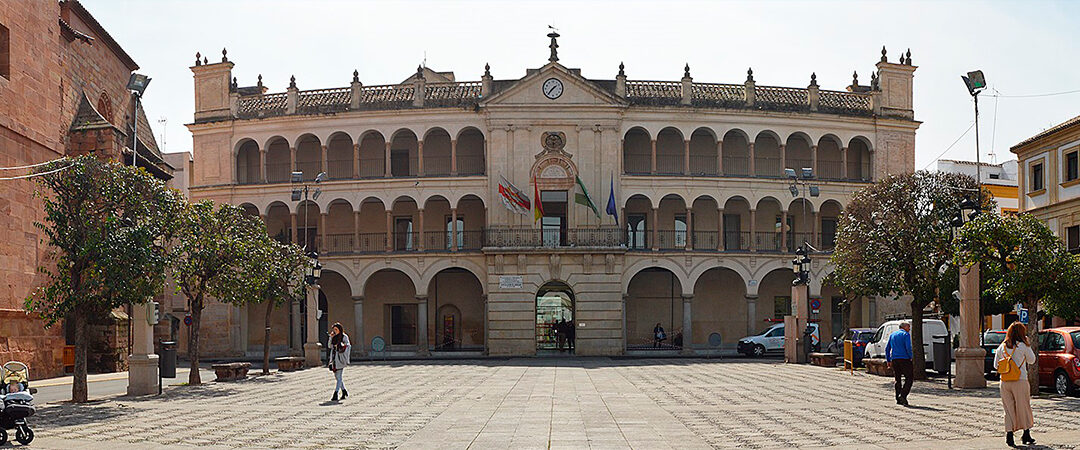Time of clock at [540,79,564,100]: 1:36
